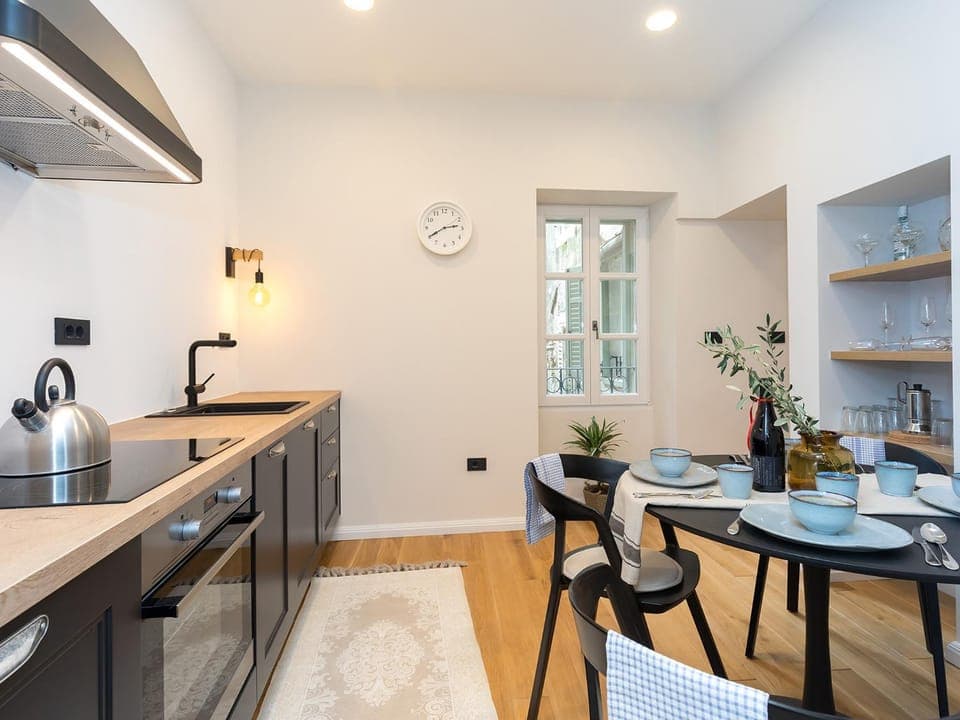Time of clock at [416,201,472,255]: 2:40
